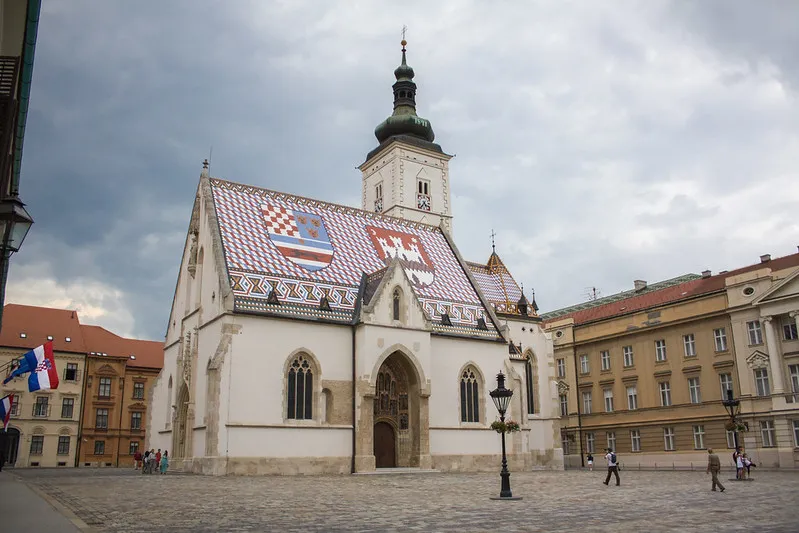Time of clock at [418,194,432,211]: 4:35
